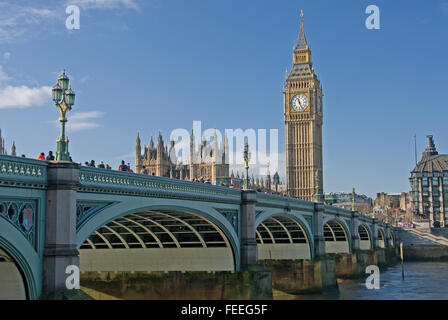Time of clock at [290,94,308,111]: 11:25
